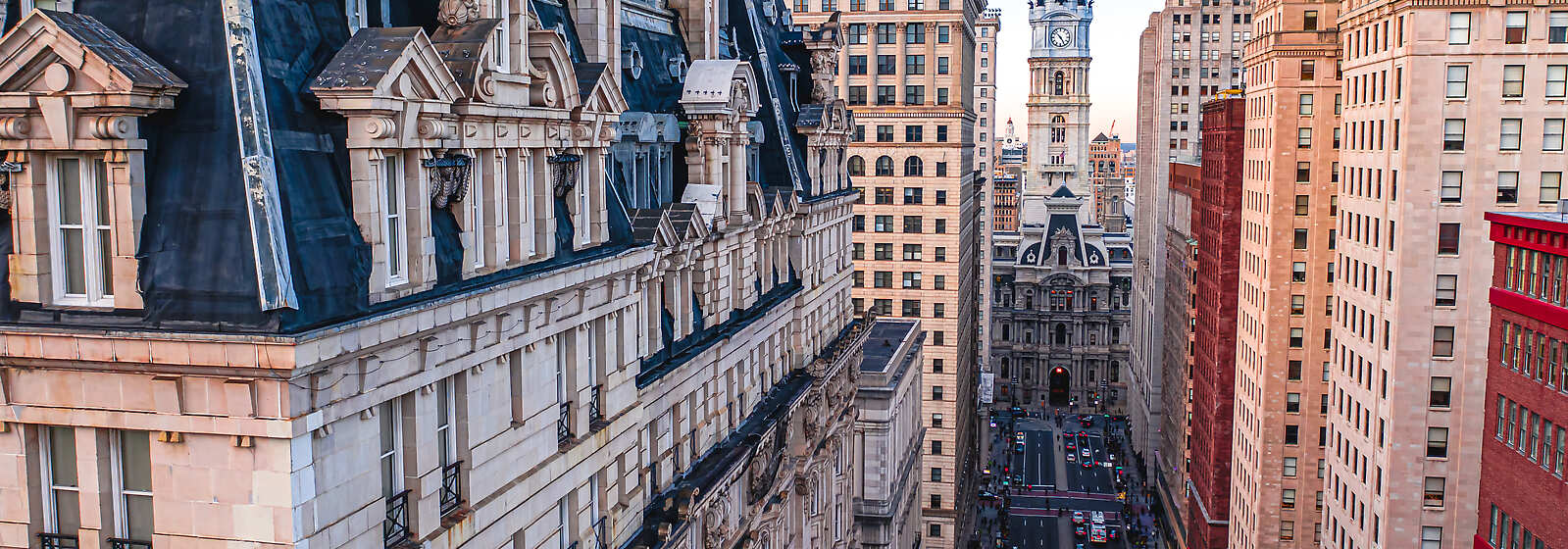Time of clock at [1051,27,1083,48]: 4:52
